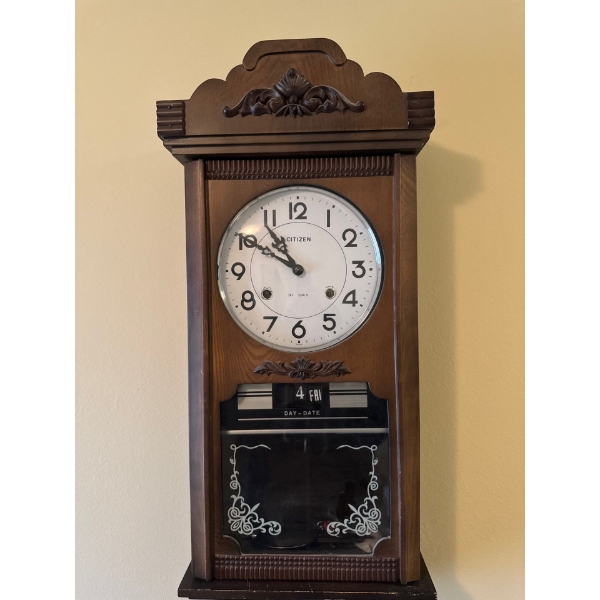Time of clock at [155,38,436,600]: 10:50
